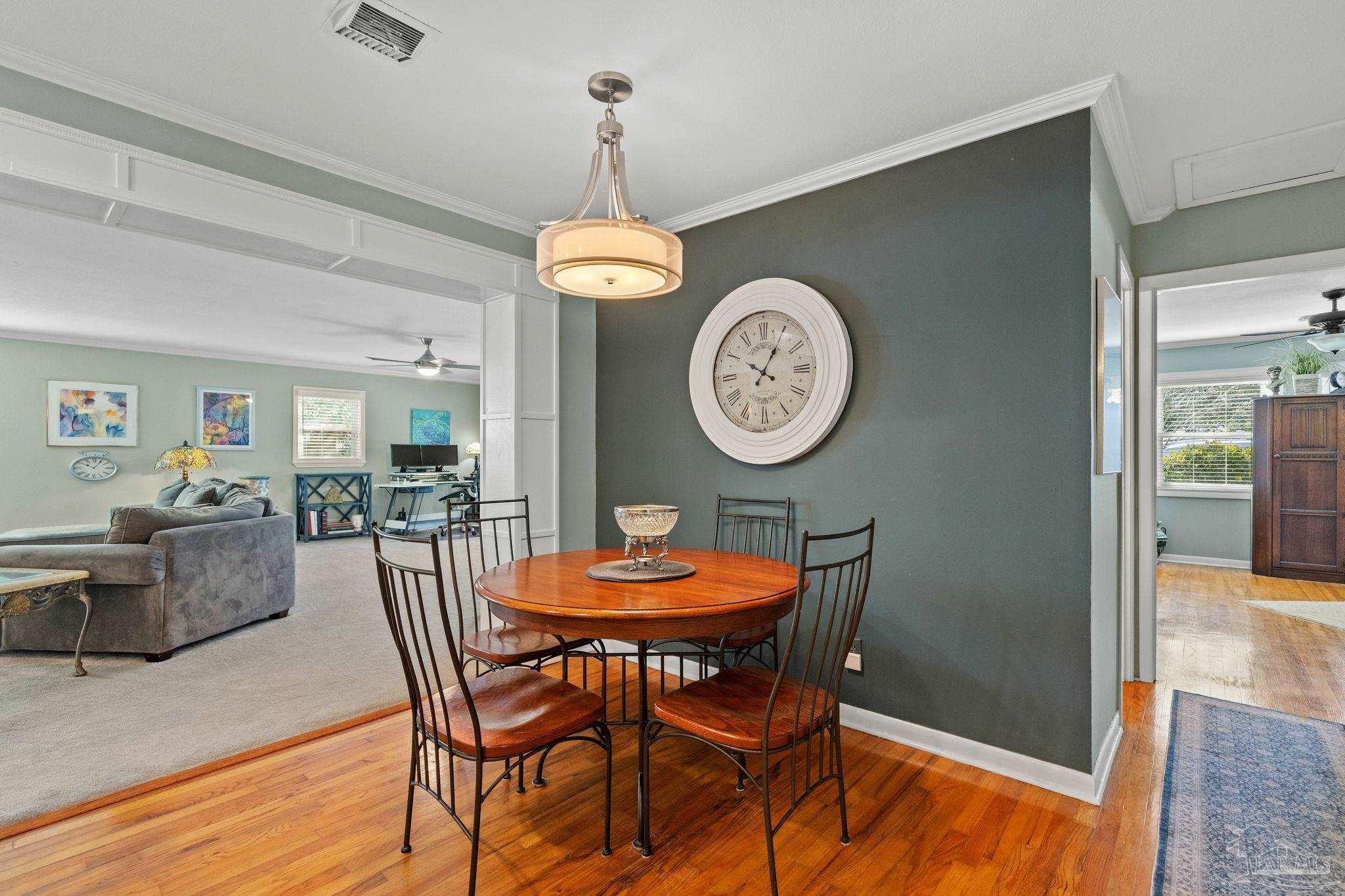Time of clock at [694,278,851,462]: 10:04
